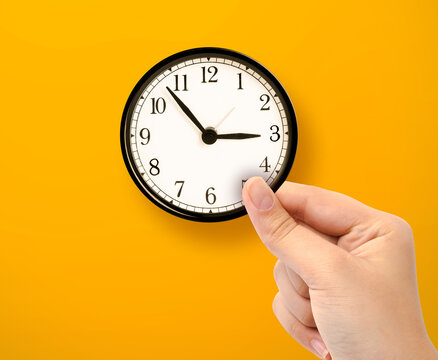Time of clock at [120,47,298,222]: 2:53
